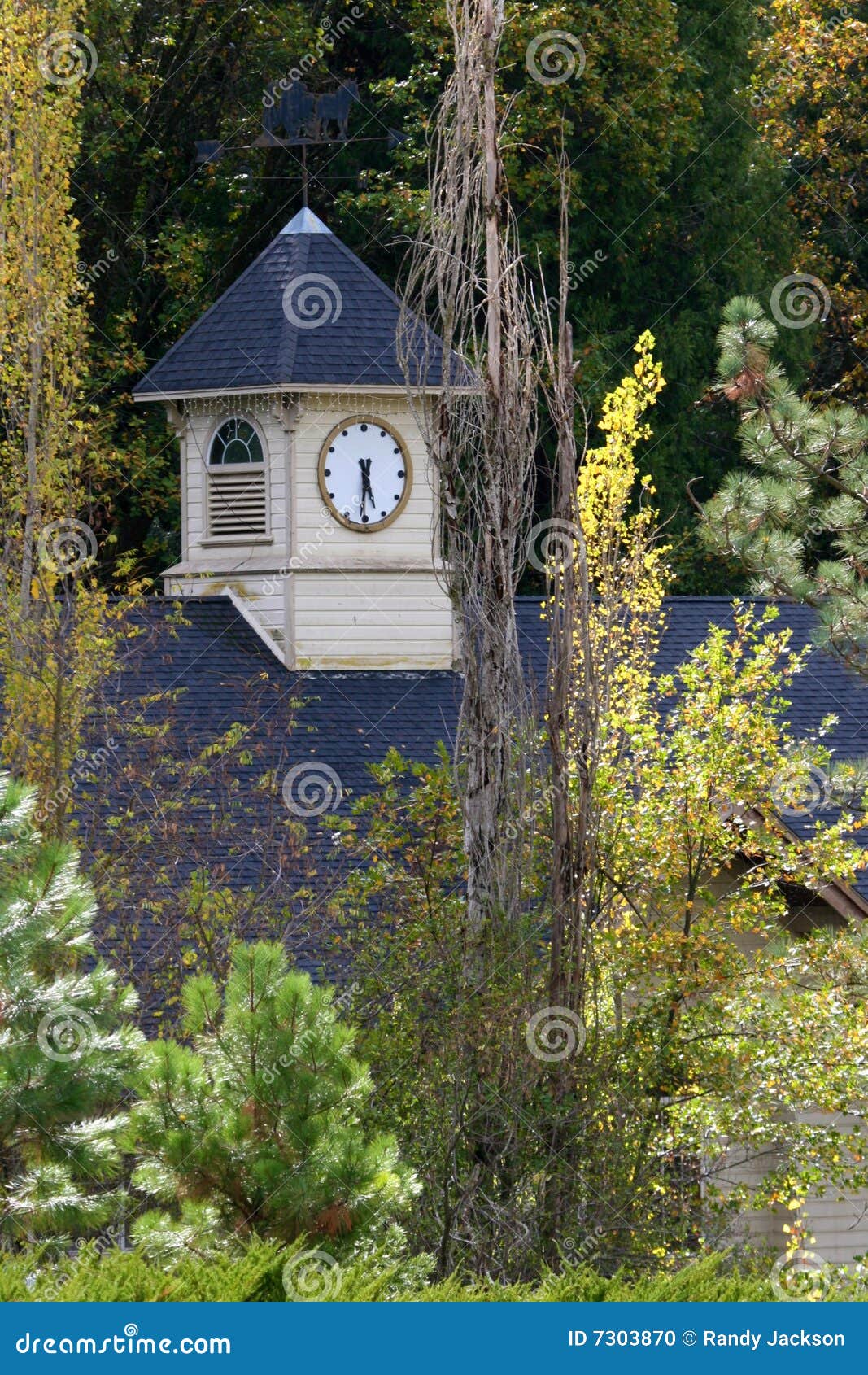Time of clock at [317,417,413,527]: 5:31
